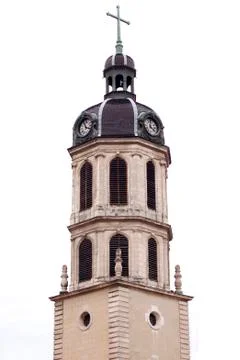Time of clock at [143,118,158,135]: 4:01
